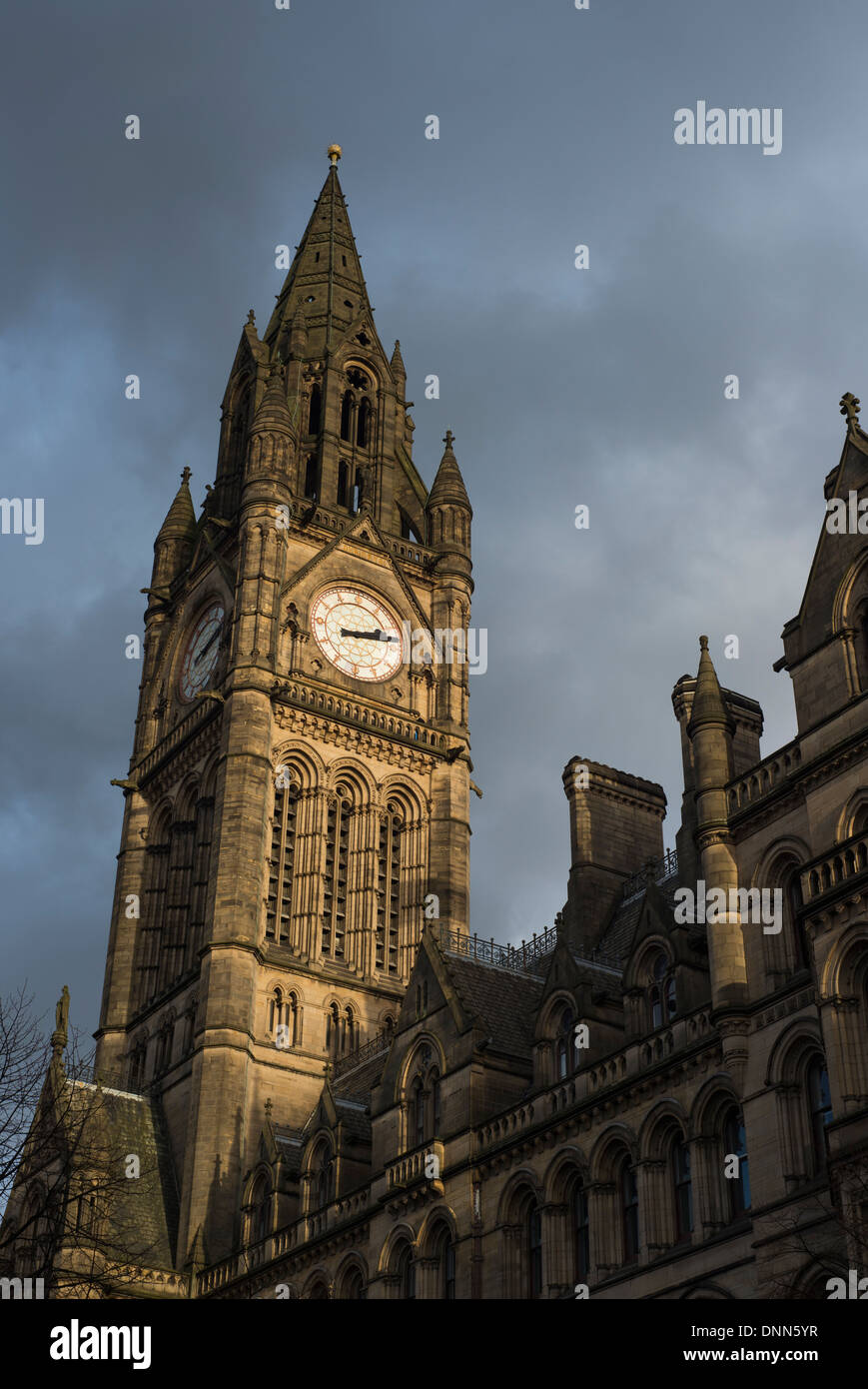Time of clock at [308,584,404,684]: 2:13
